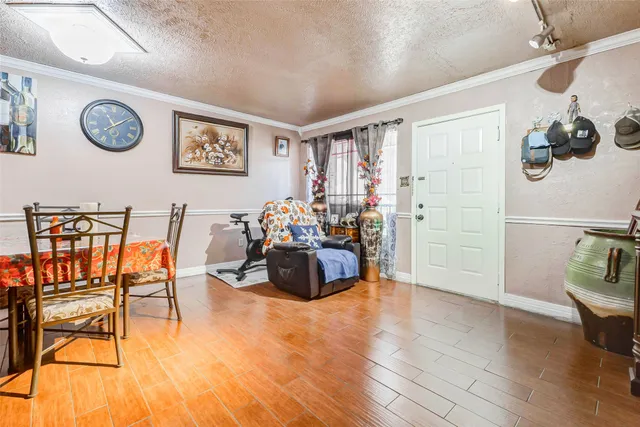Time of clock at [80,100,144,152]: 11:09
